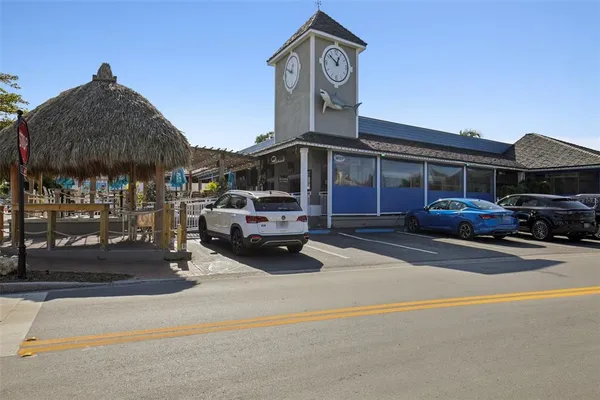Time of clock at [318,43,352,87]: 12:51
